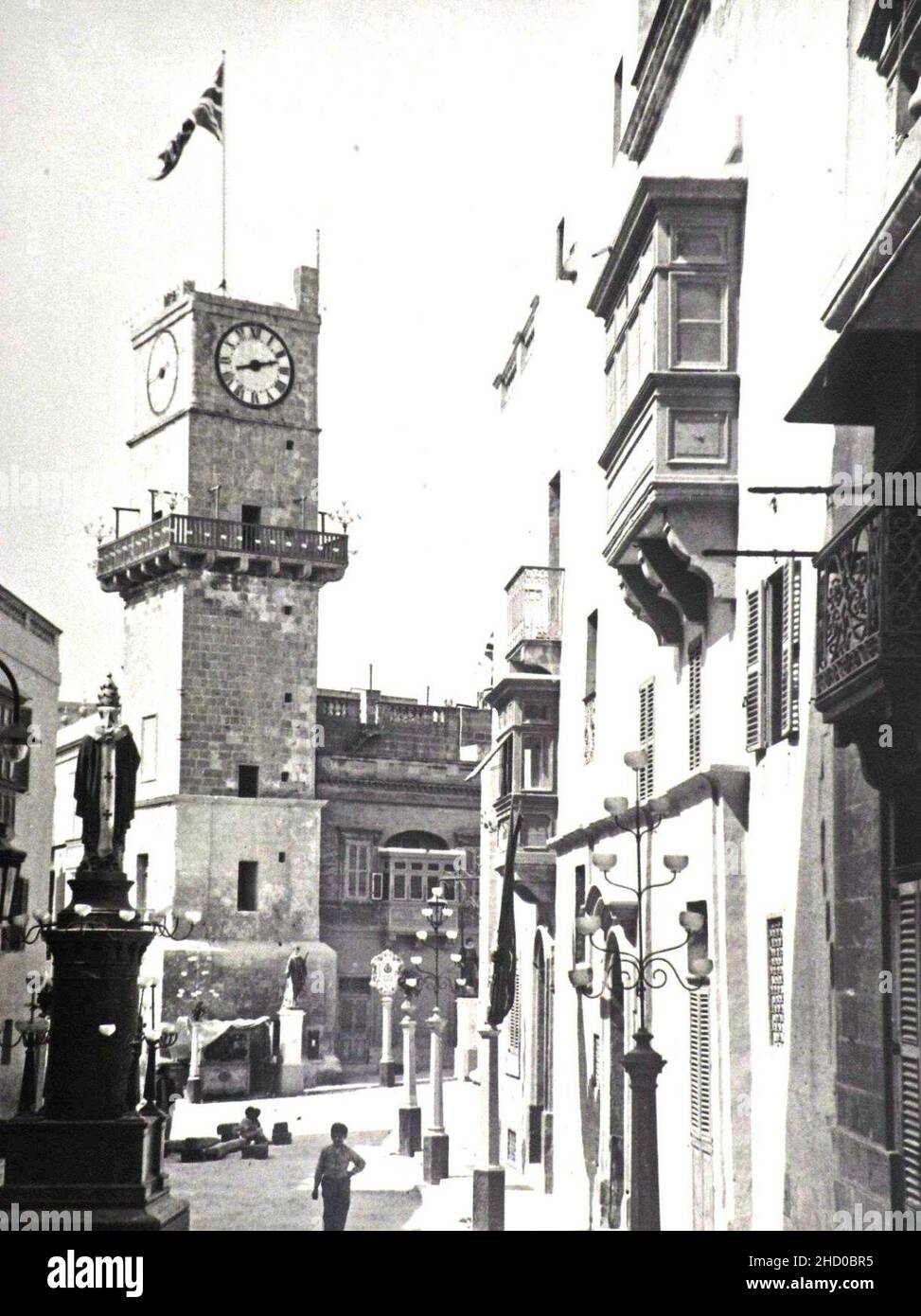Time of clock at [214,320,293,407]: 8:12
